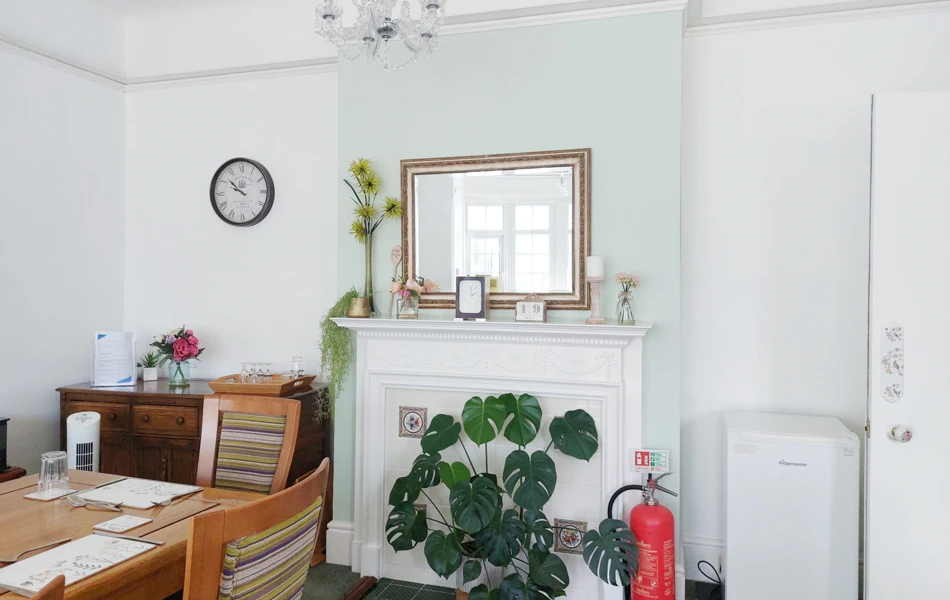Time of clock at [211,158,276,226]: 9:51
